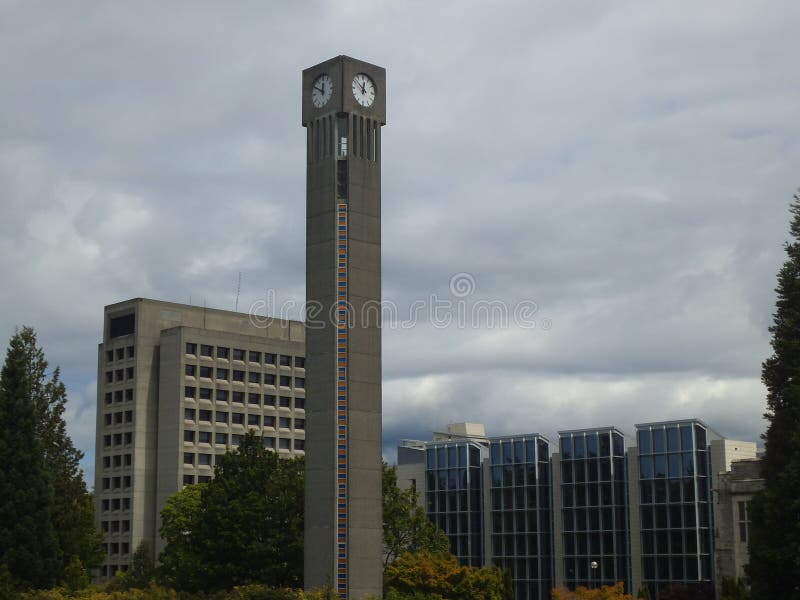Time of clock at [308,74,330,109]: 11:50
